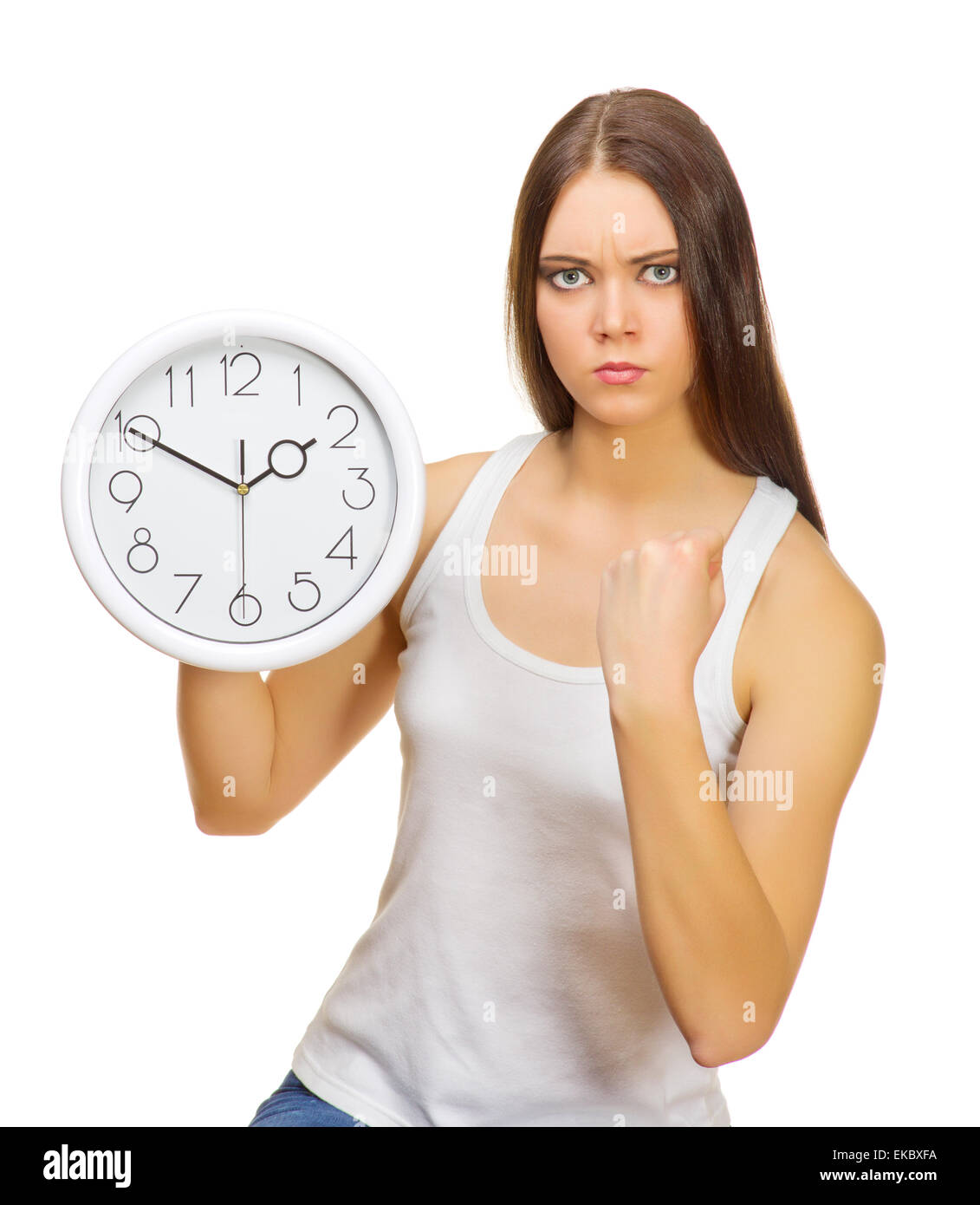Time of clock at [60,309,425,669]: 1:49
